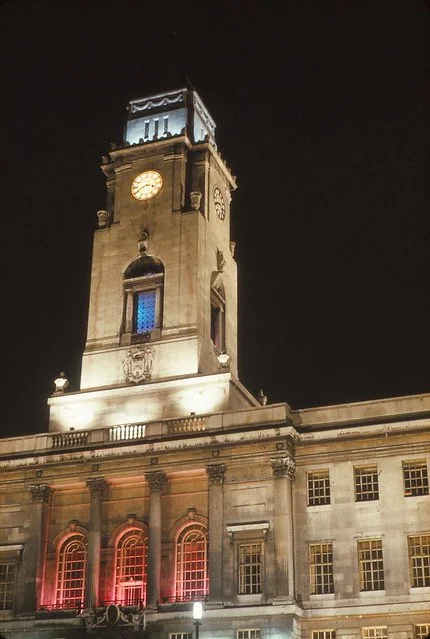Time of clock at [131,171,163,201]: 3:40
